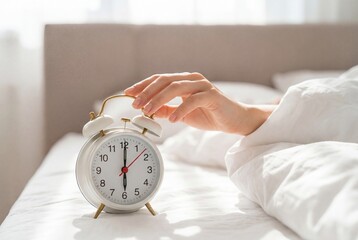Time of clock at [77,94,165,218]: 6:00
